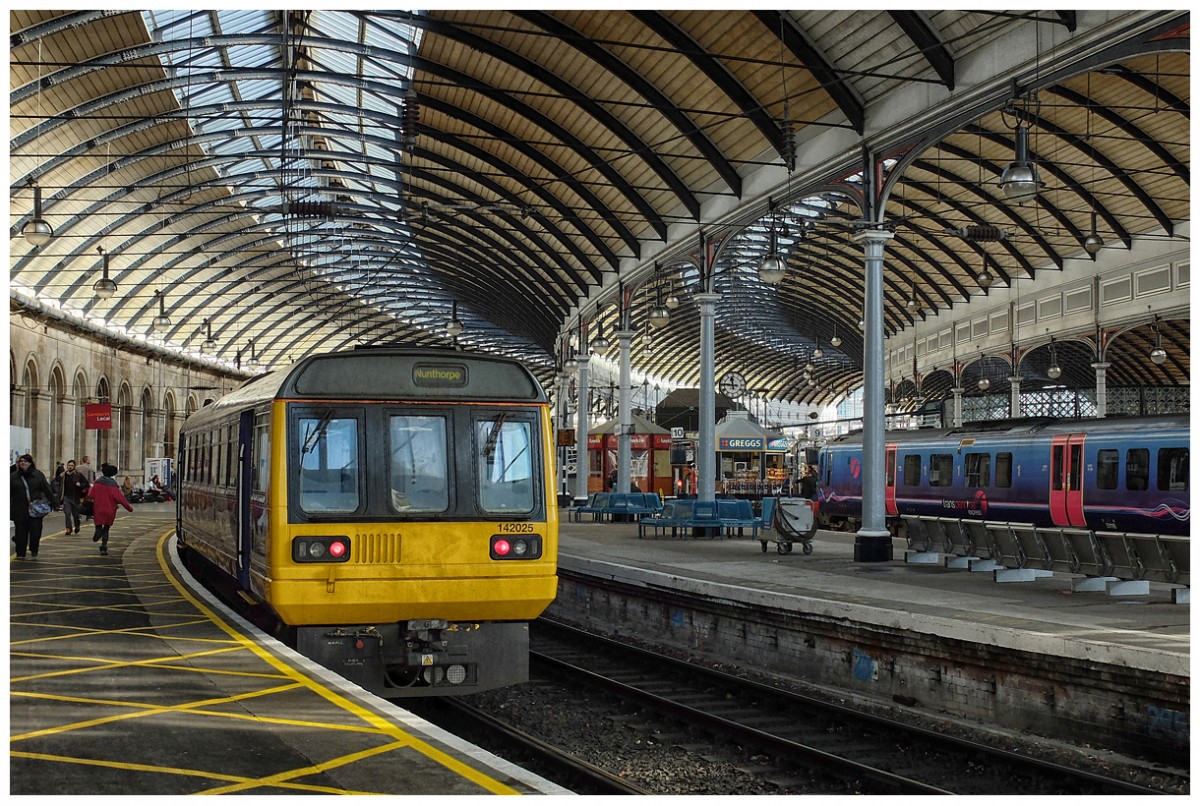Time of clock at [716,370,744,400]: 11:45
